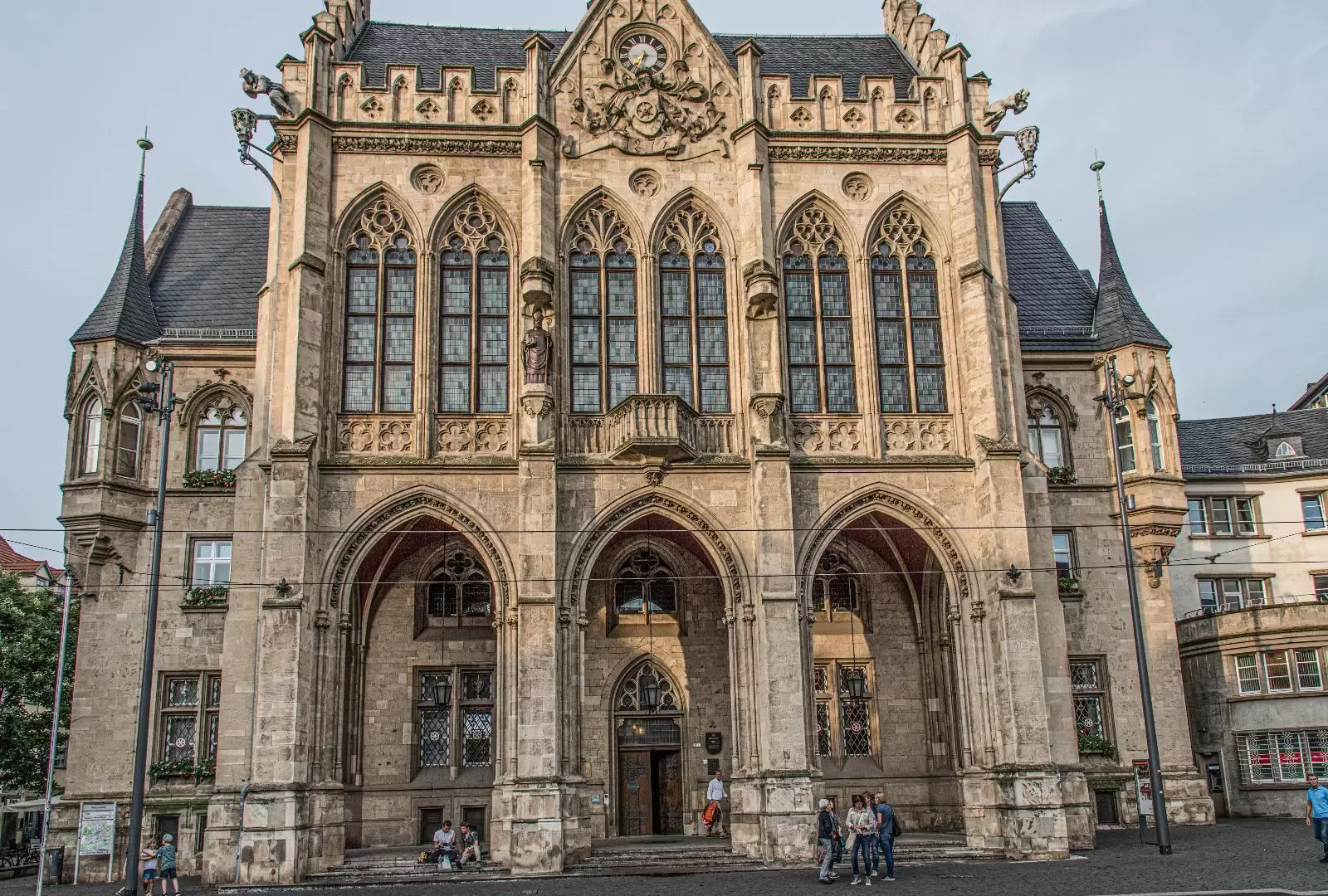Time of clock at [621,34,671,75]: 7:15
